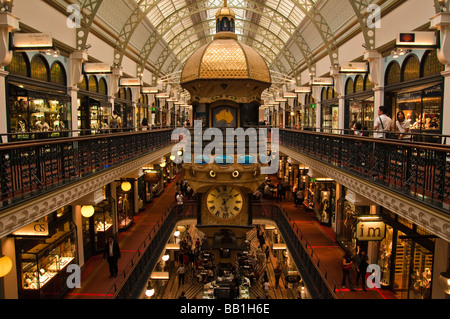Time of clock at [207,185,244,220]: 1:28
